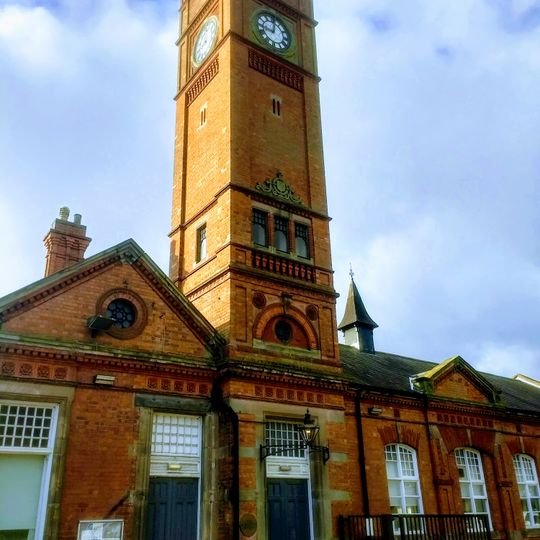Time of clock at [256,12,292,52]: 9:01
